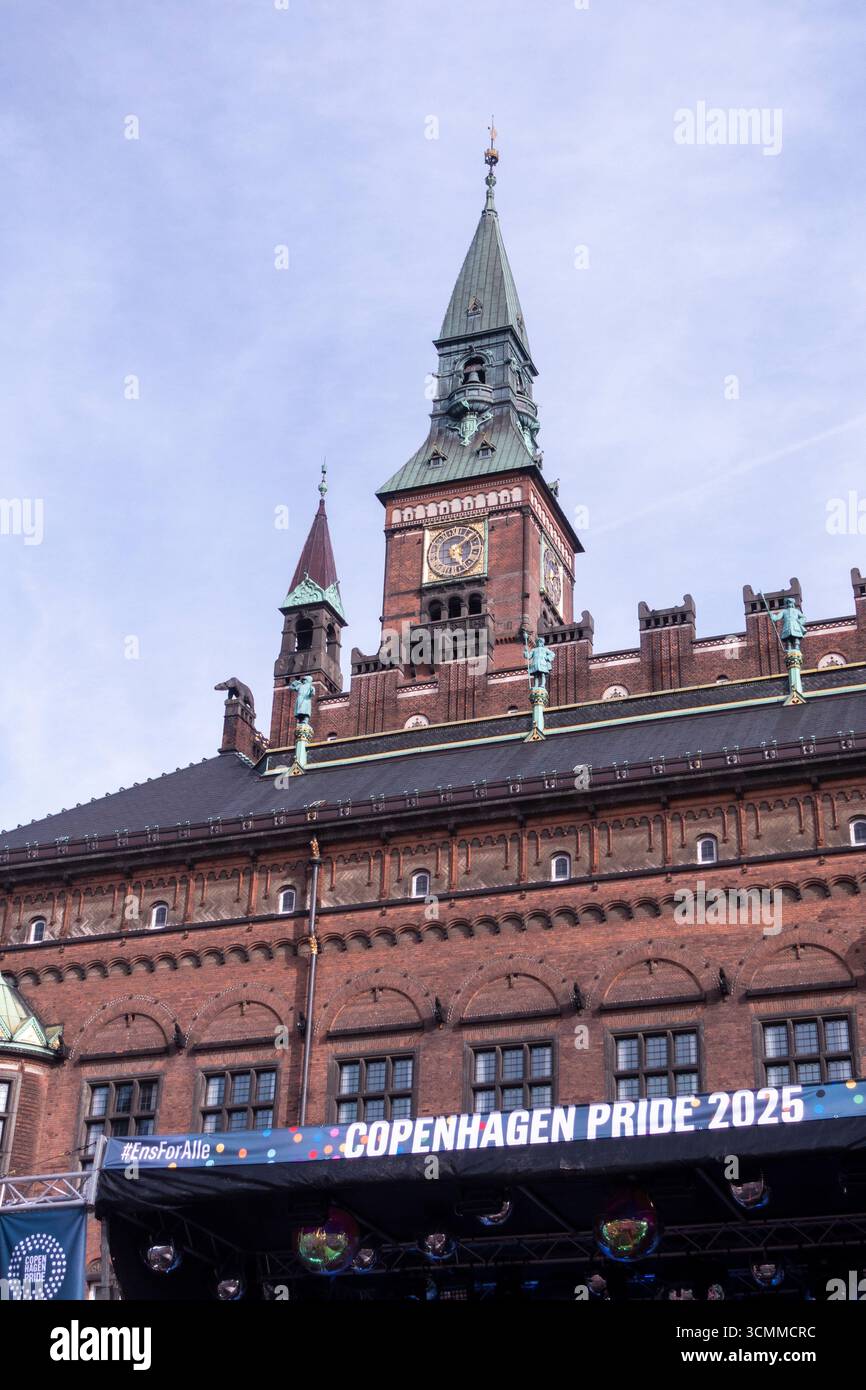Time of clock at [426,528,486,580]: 5:08
